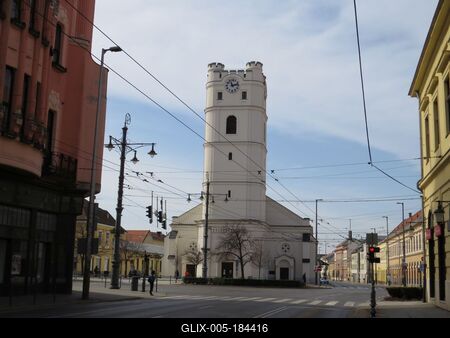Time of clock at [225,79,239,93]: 11:12
